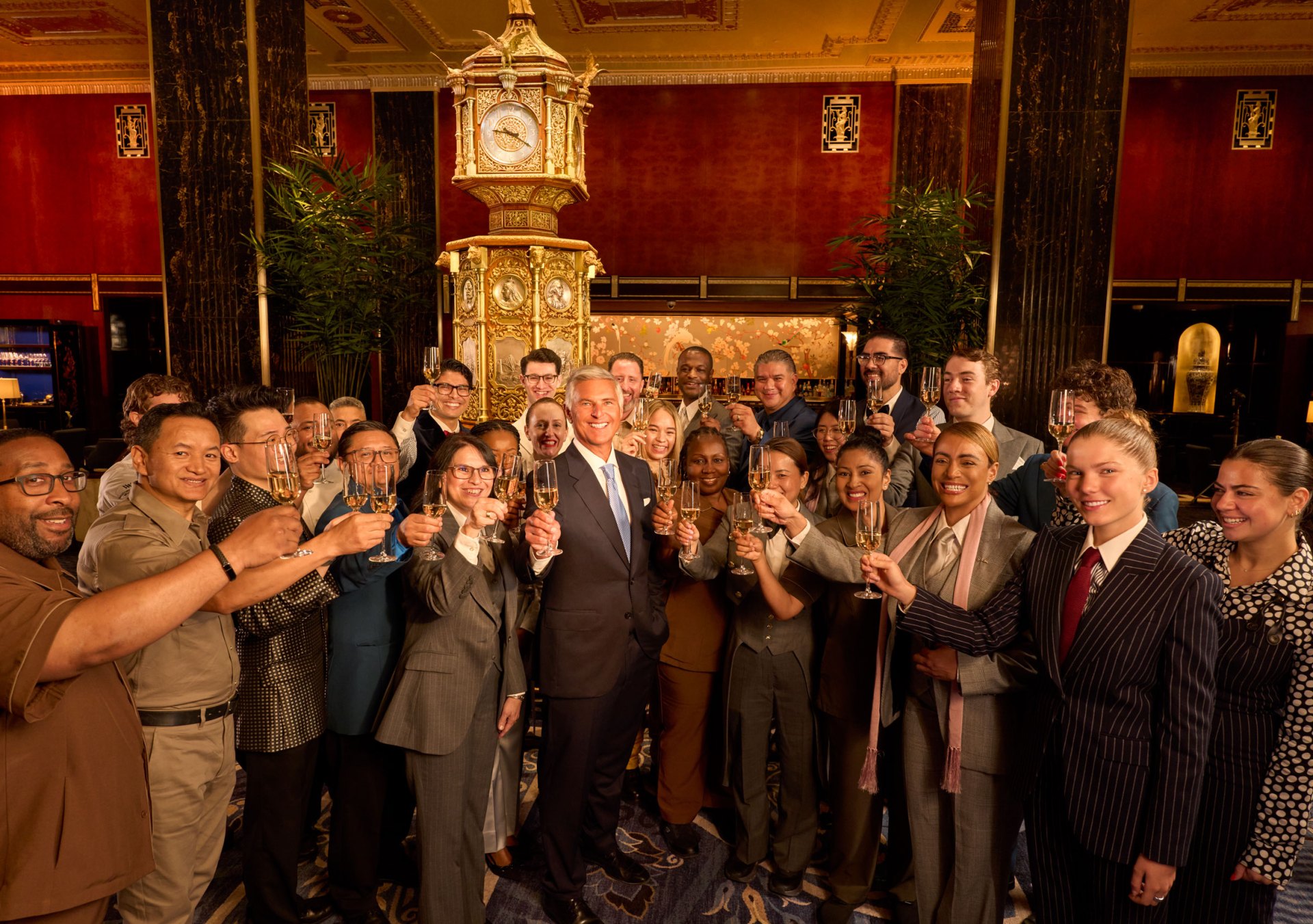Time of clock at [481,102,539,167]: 9:20
